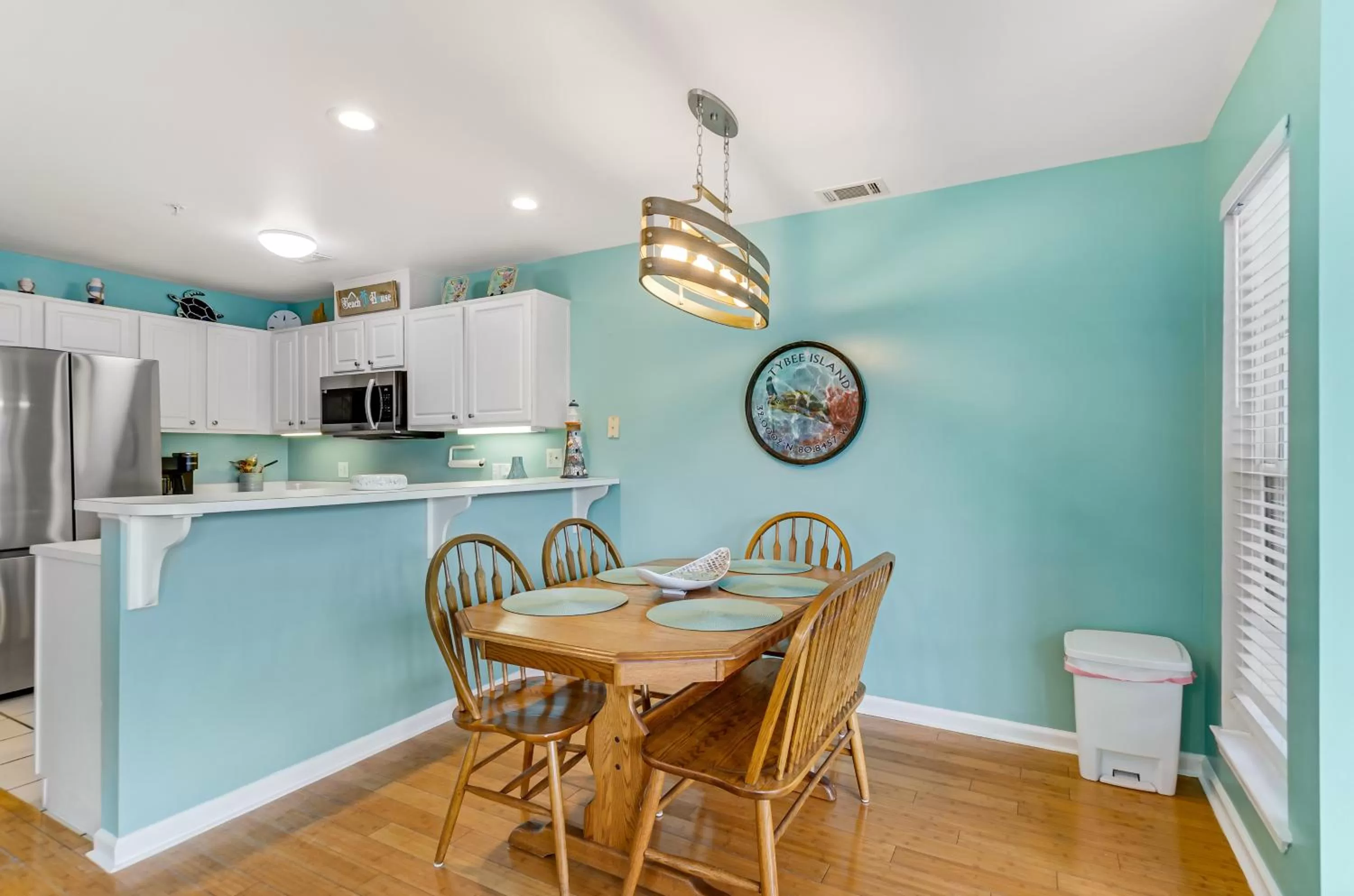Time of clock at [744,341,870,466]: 3:46
